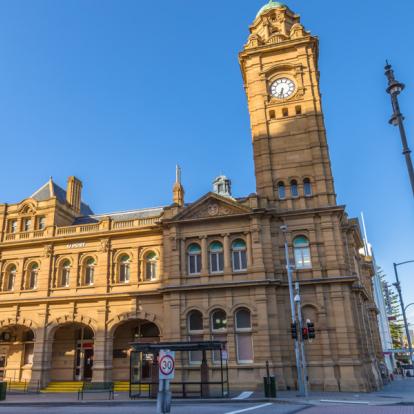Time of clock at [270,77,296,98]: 6:32
